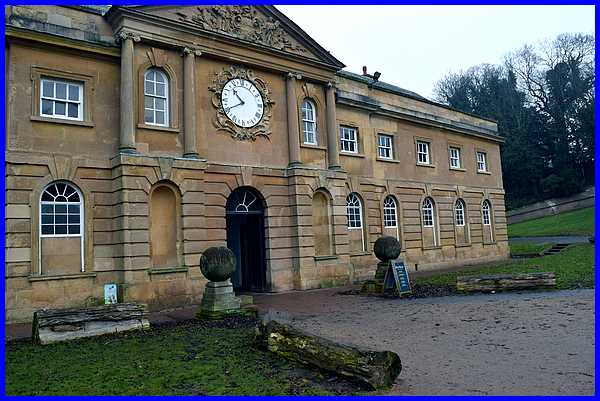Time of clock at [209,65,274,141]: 10:40
